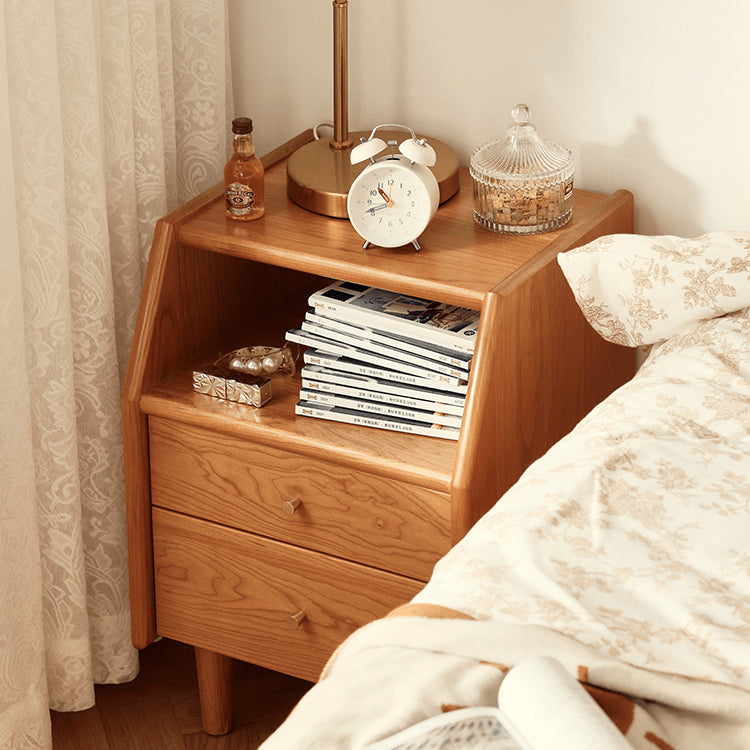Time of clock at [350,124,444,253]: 10:41
